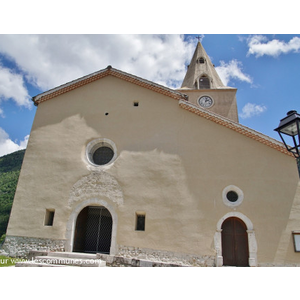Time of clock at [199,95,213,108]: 2:02
